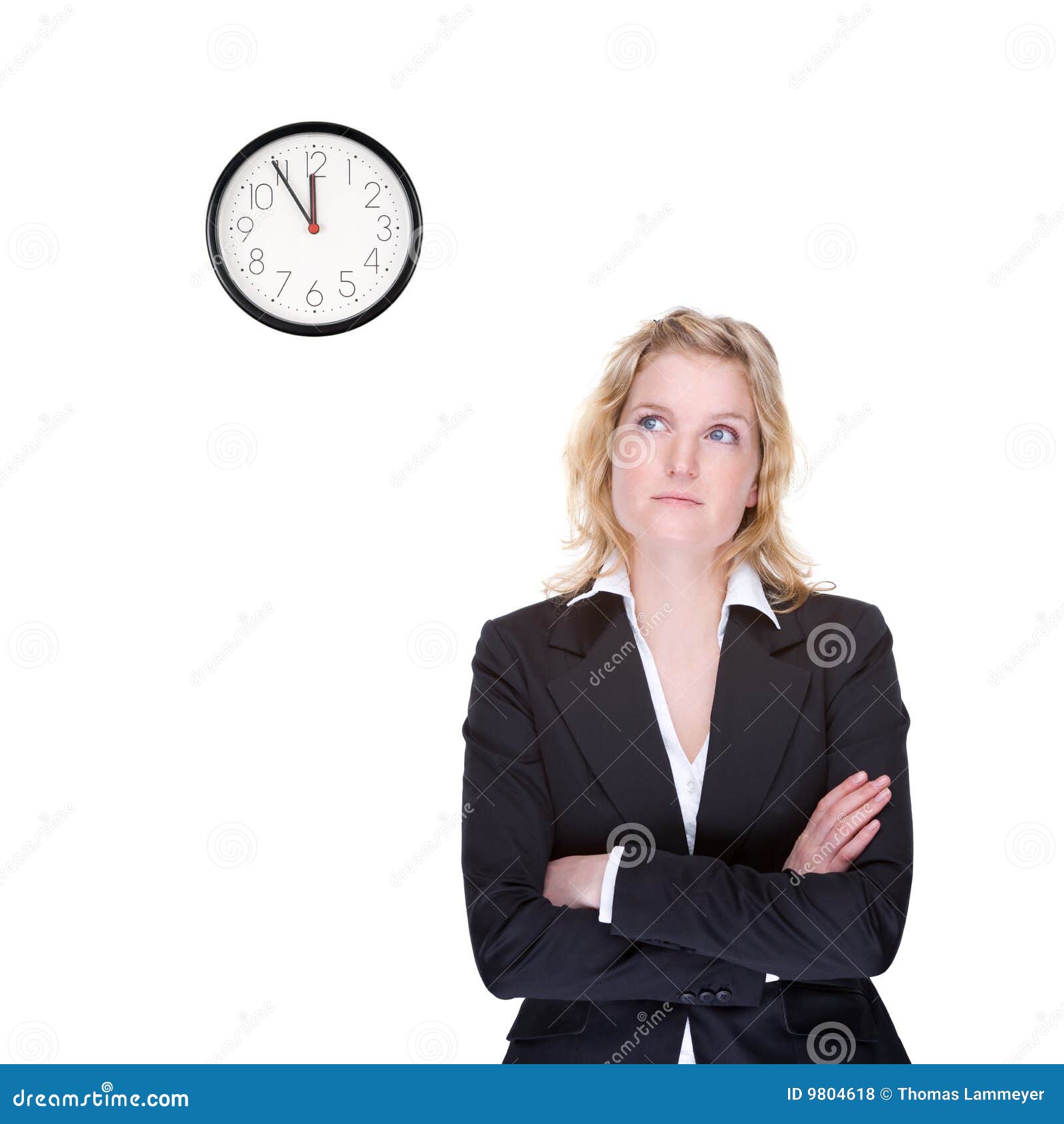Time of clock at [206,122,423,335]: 11:54
